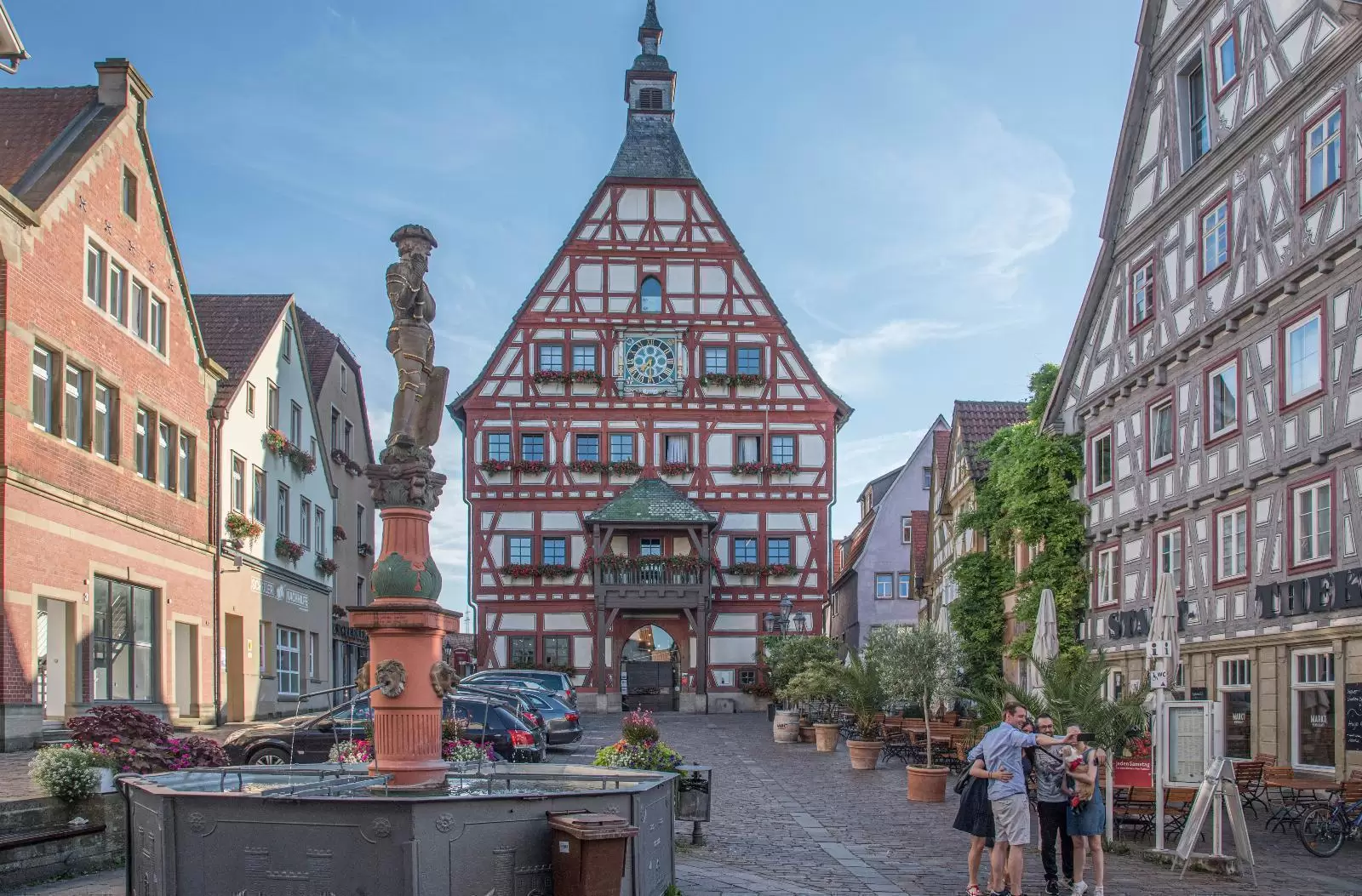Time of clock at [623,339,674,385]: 7:30
